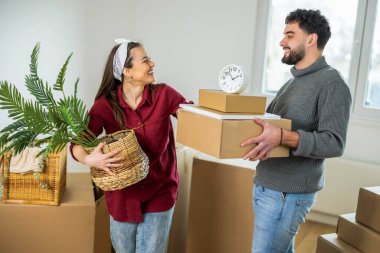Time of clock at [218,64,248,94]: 1:52
